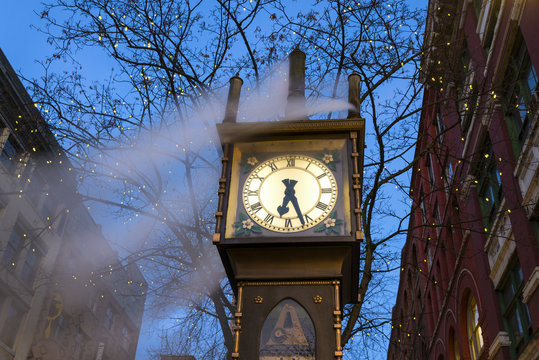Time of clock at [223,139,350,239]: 6:26
